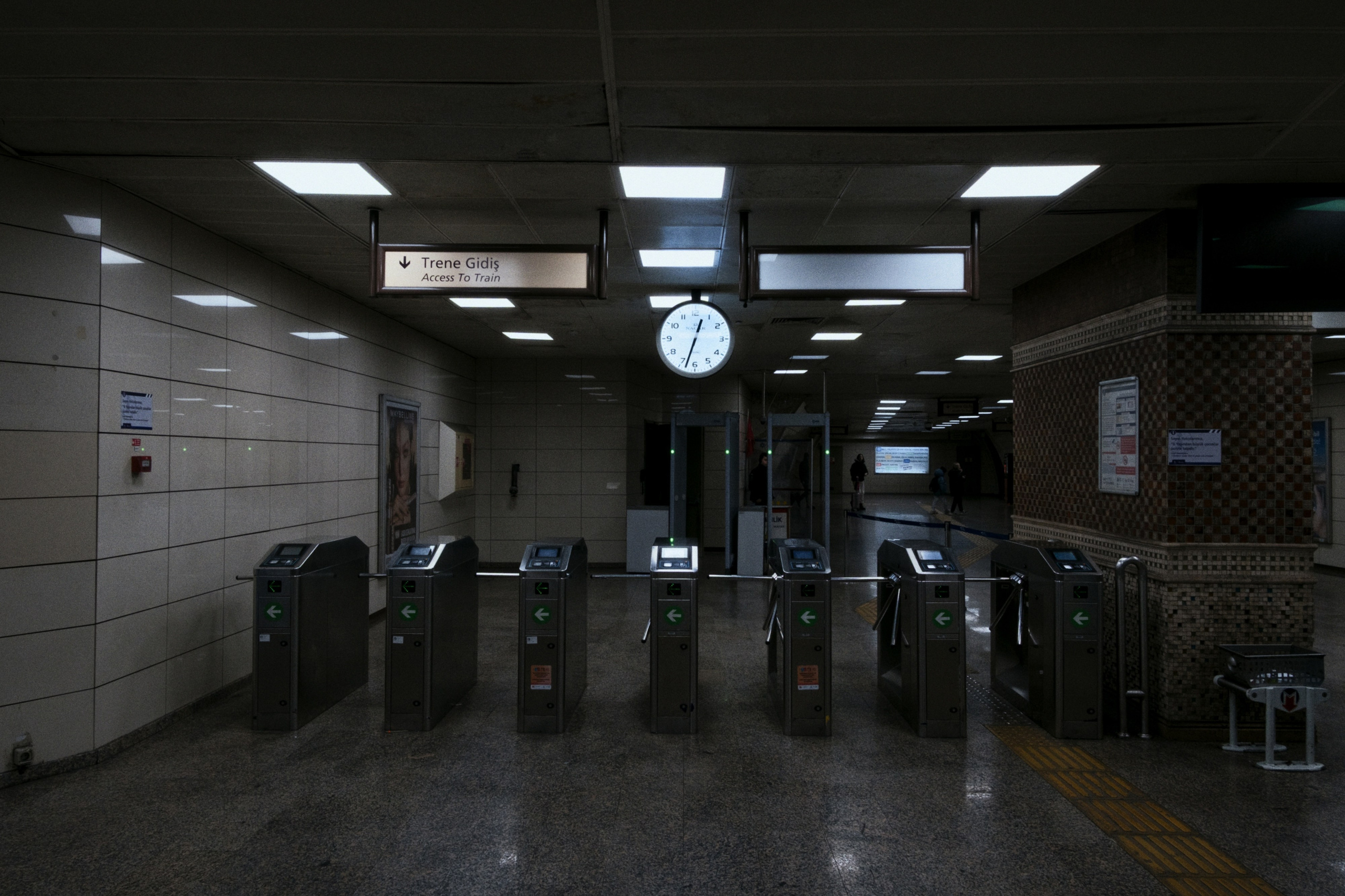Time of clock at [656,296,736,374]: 12:32
